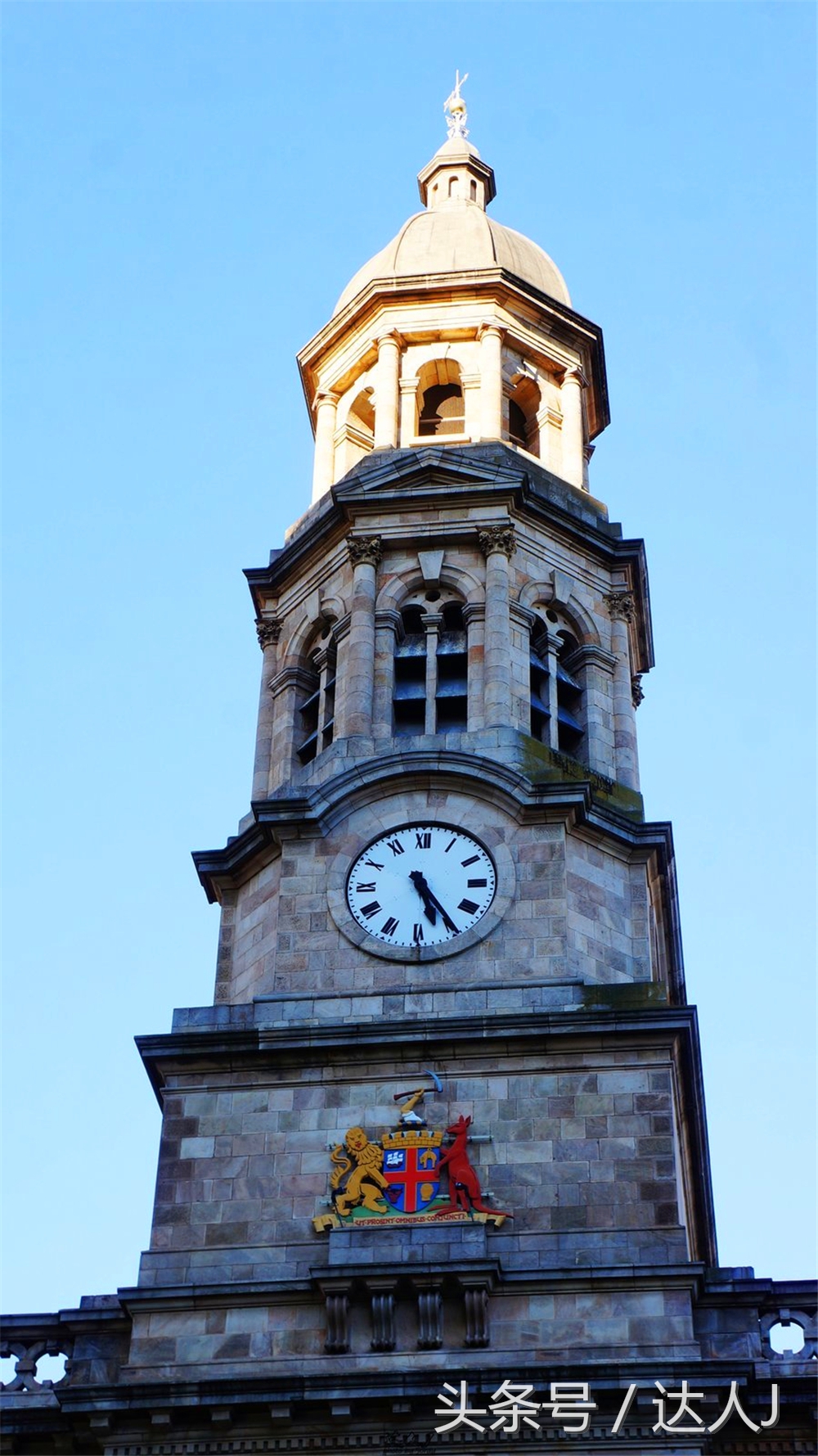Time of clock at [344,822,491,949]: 5:24
